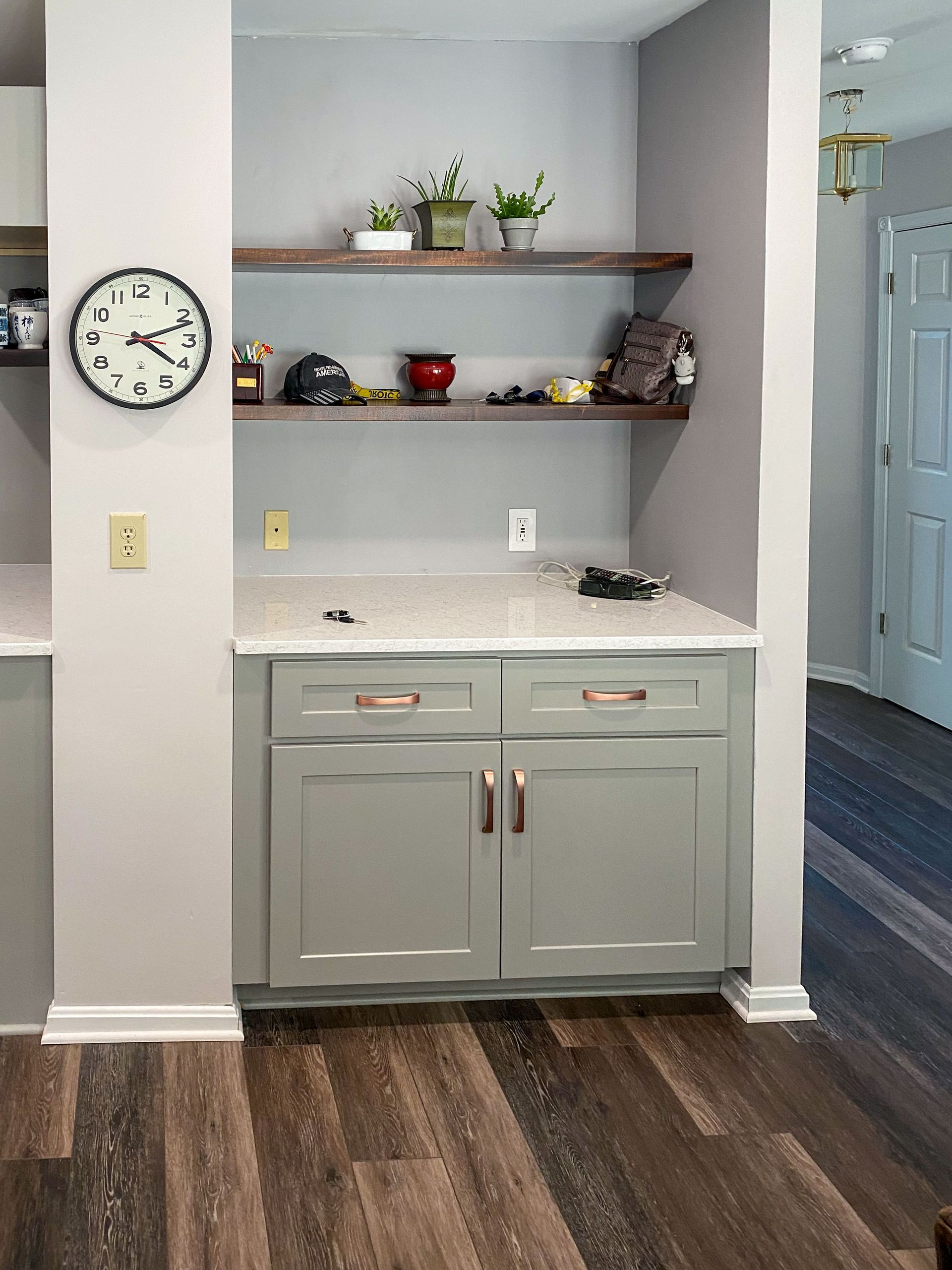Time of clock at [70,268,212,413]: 4:11
